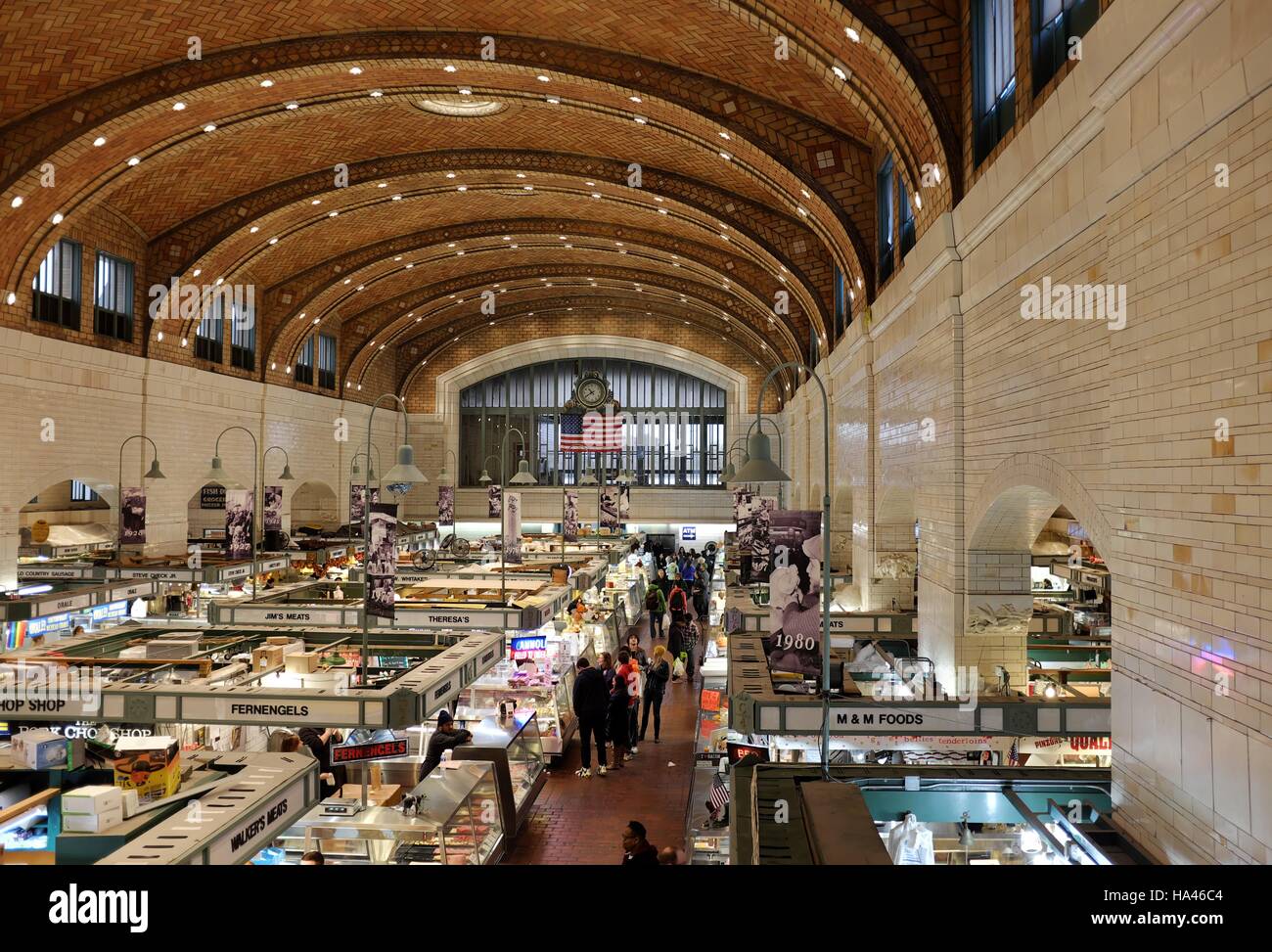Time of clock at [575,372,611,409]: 10:39
